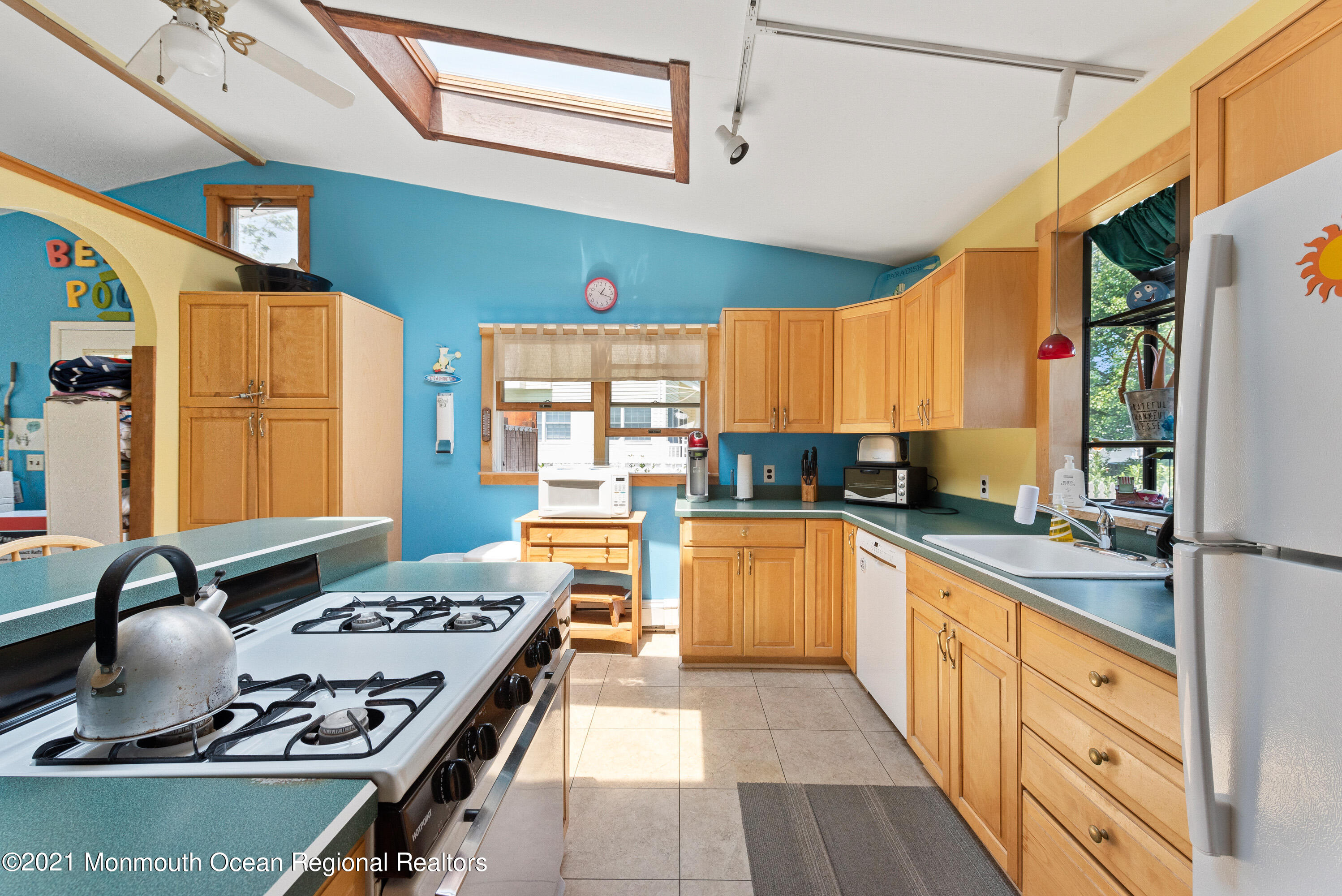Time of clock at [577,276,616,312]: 1:18
